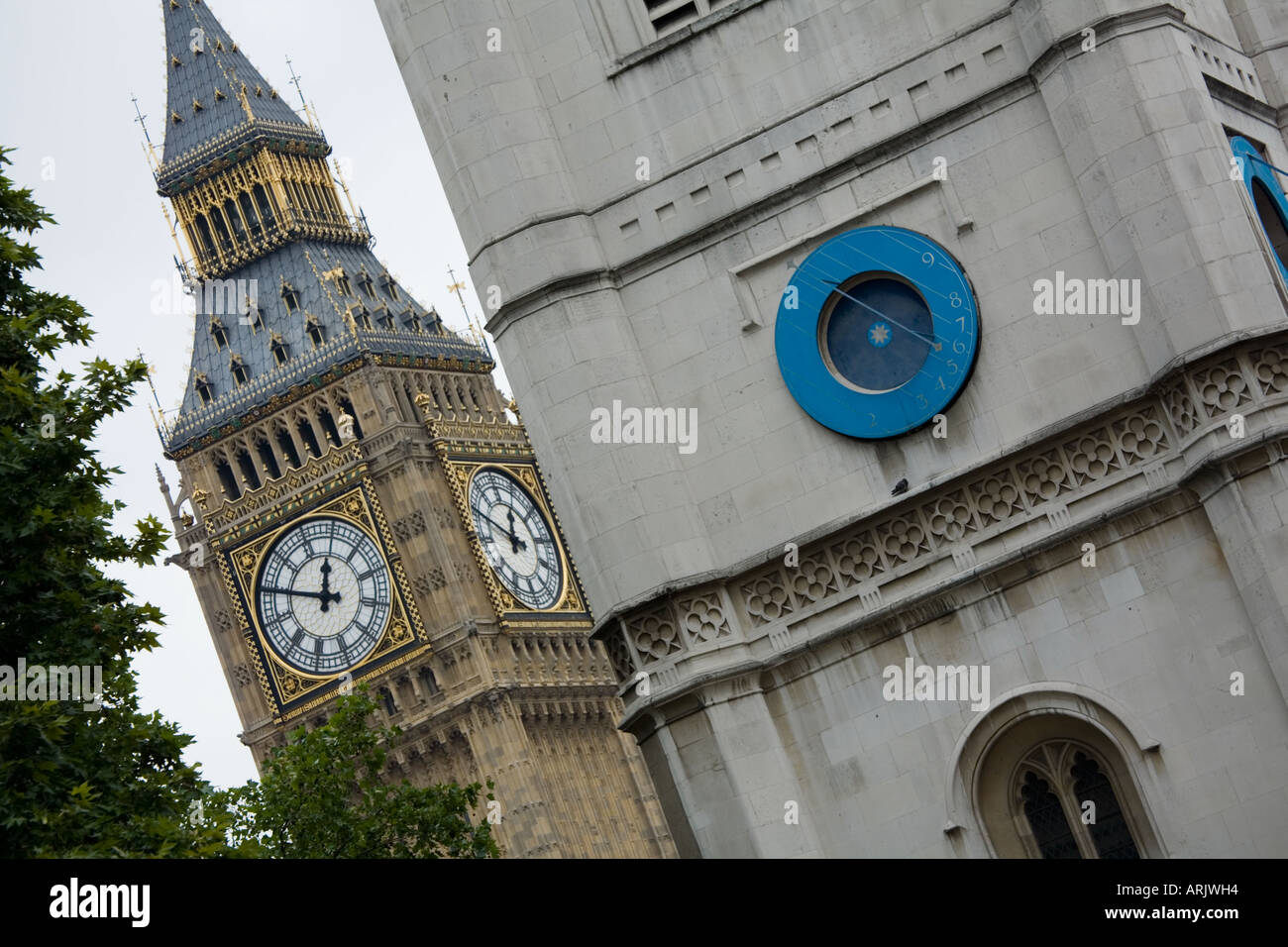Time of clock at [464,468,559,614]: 12:49
